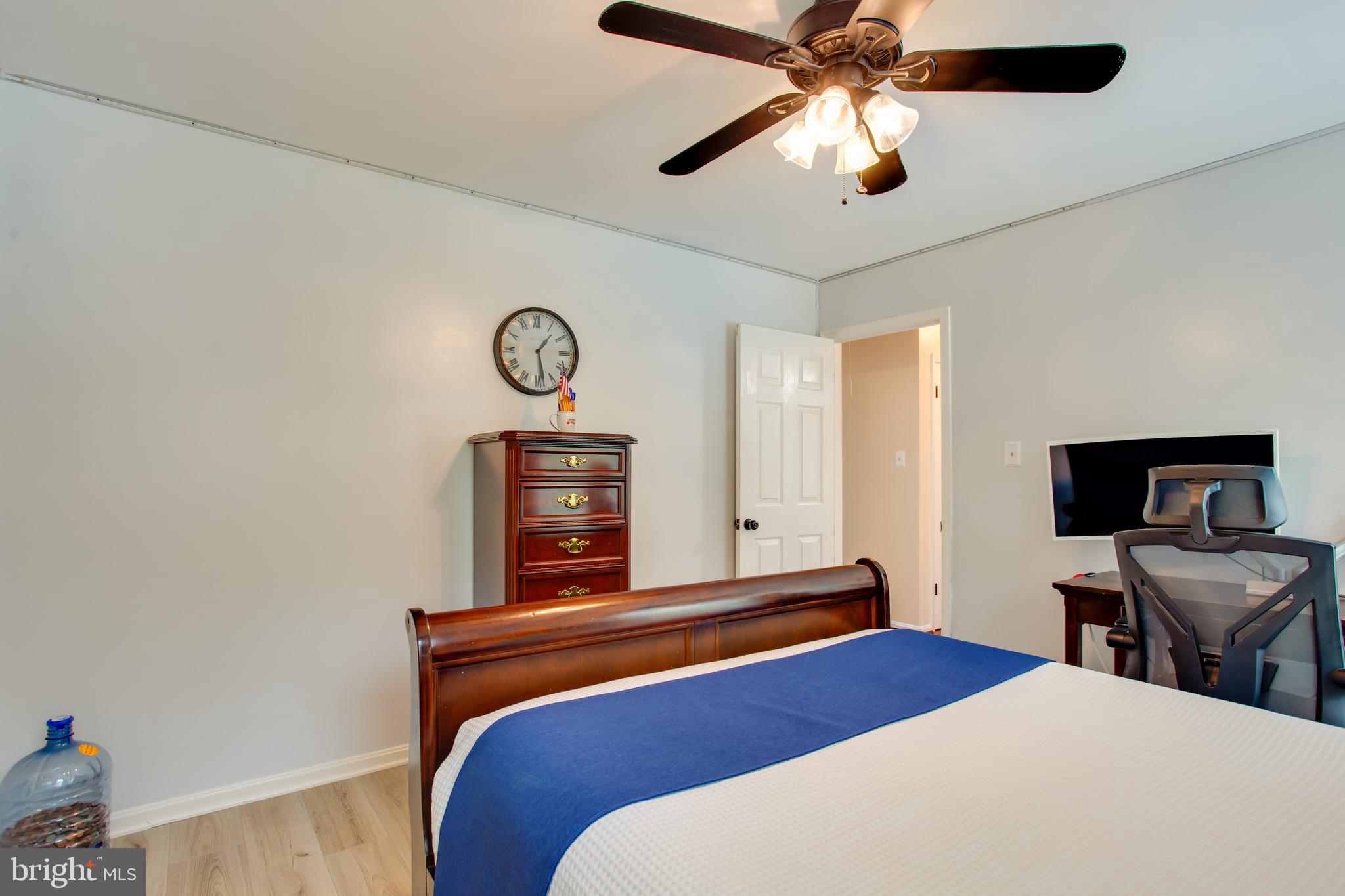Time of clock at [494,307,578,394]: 1:28
